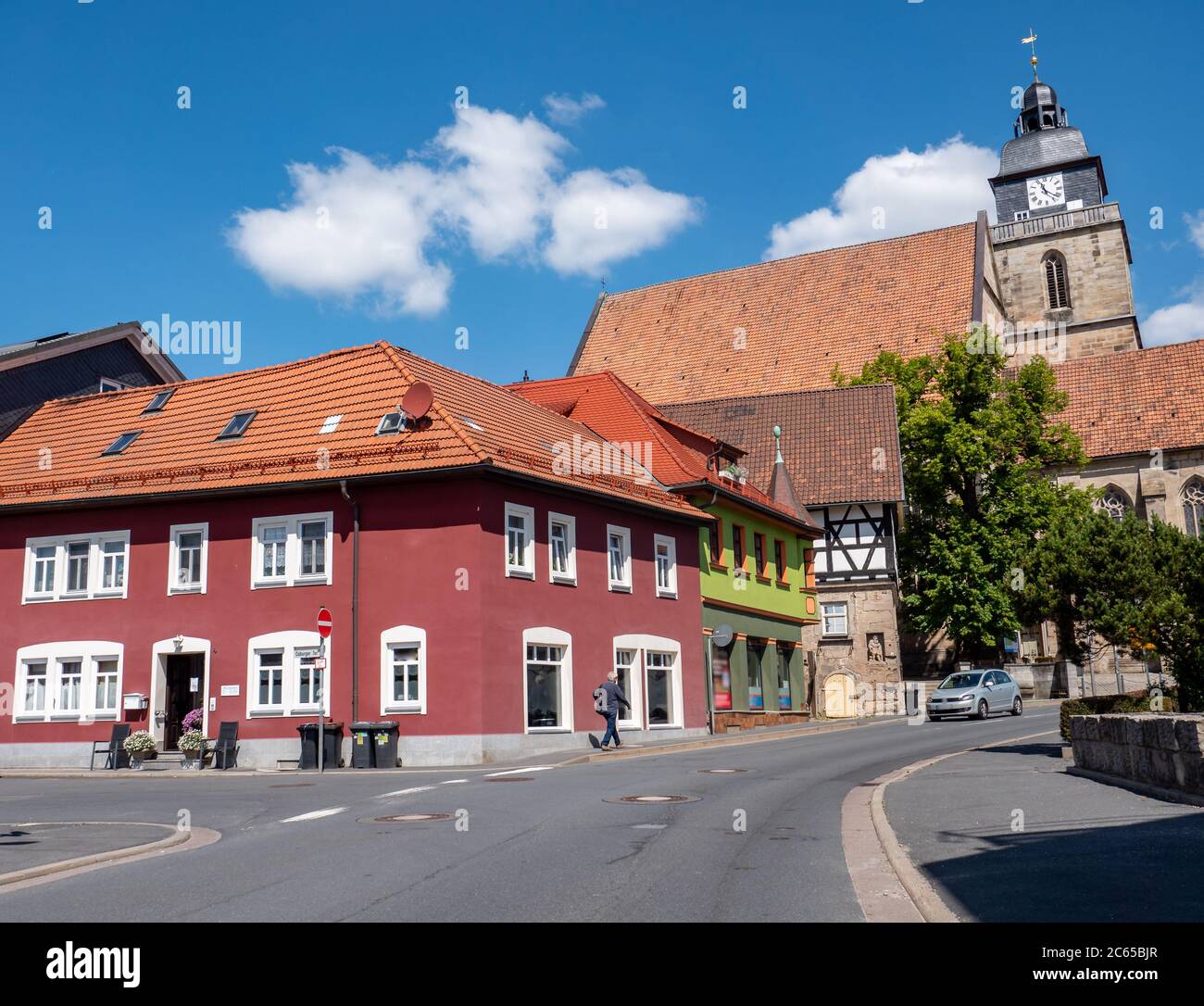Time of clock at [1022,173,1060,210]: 11:21
